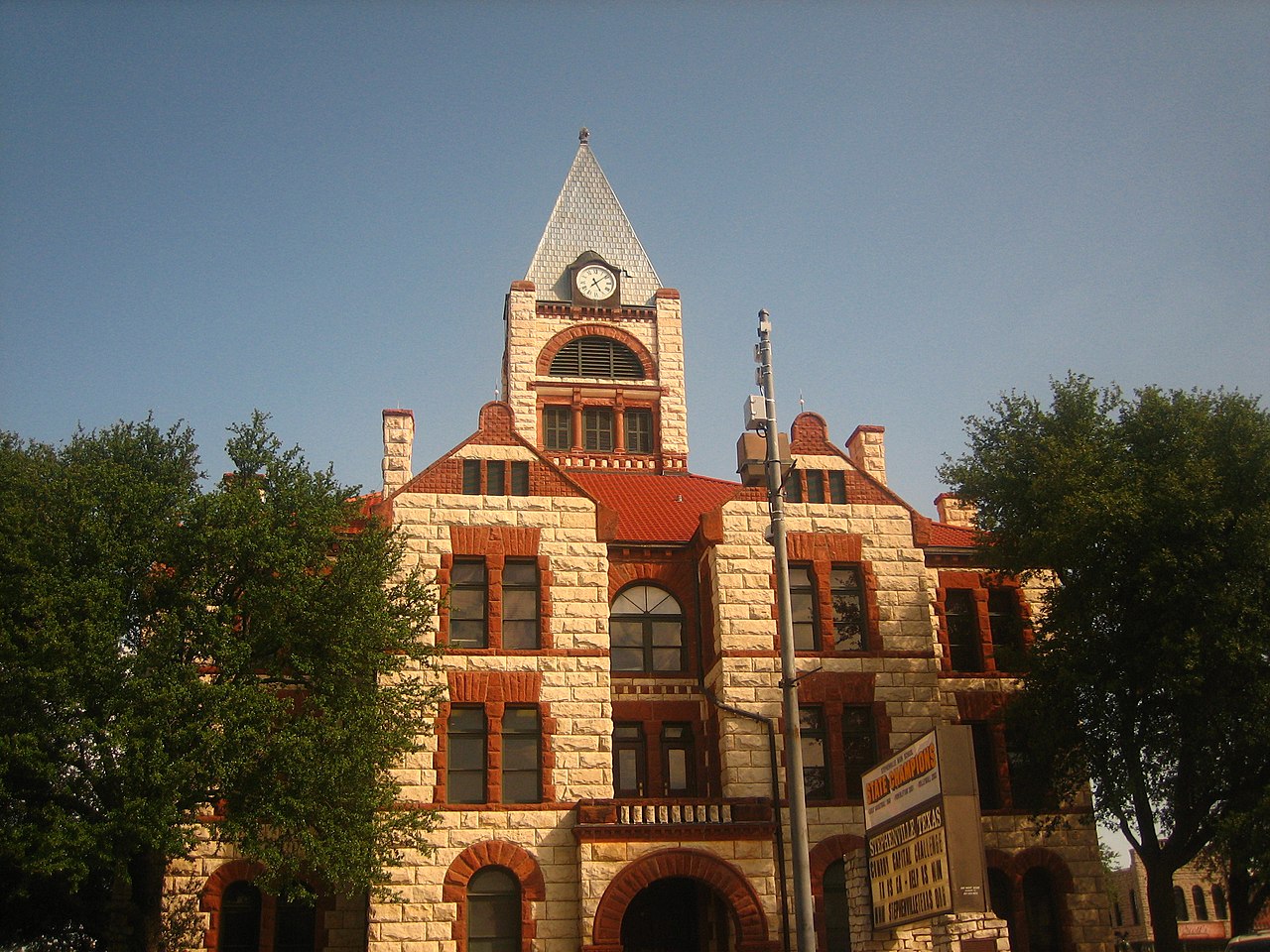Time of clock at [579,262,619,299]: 5:08
